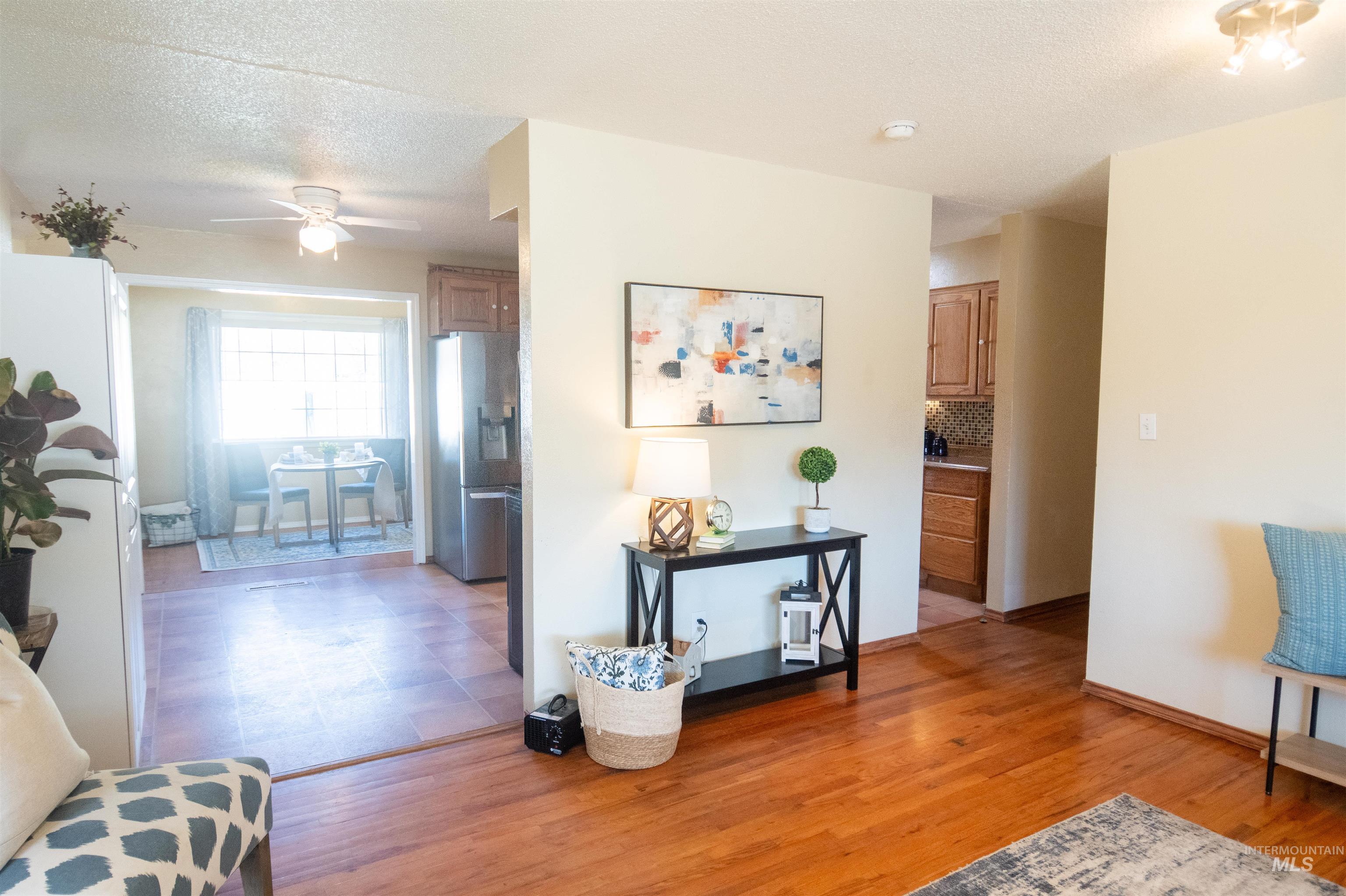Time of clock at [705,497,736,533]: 5:45
